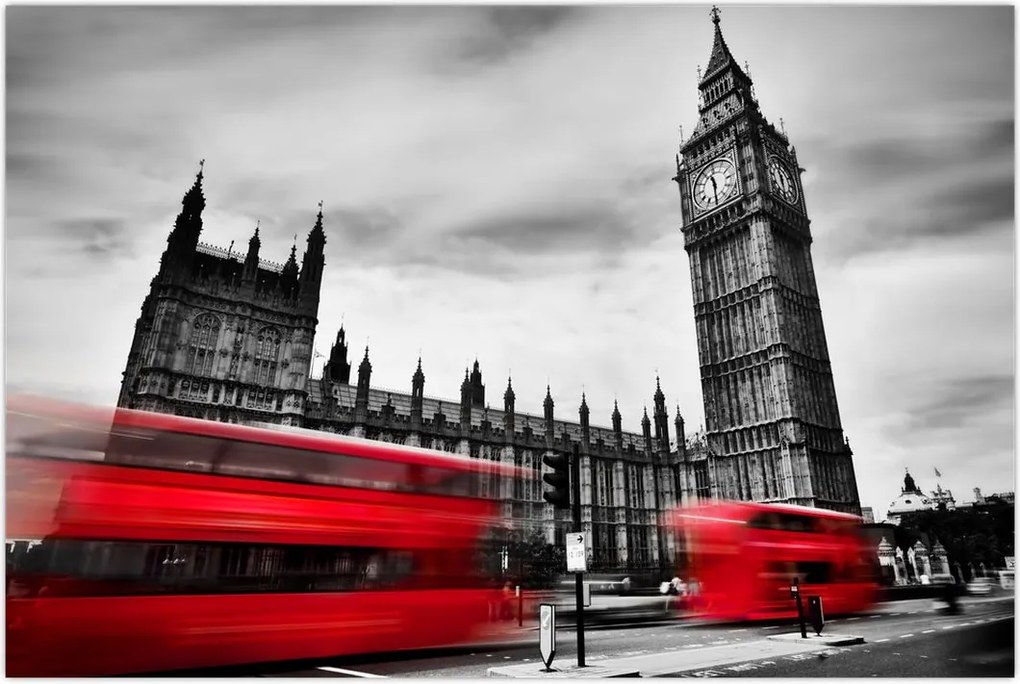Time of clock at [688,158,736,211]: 11:30
